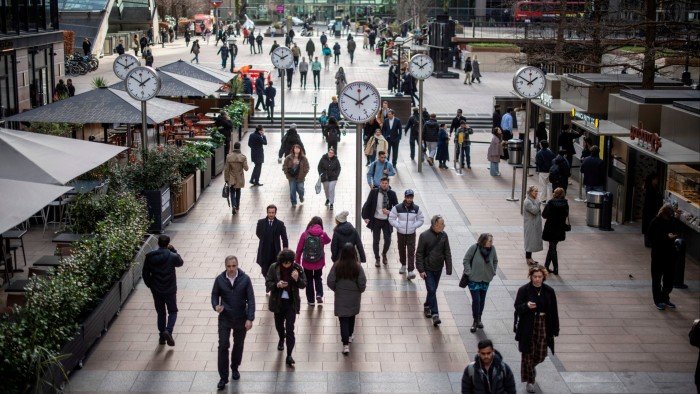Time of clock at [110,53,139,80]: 1:50
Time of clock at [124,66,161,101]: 1:50
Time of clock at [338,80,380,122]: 1:50
